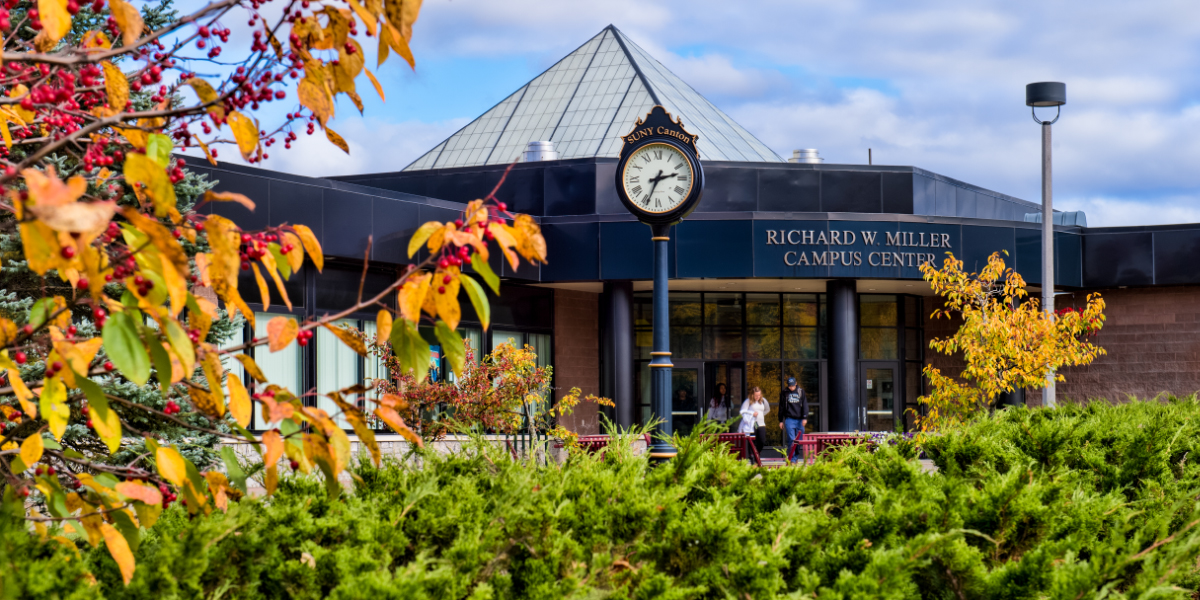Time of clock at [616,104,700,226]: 2:34
